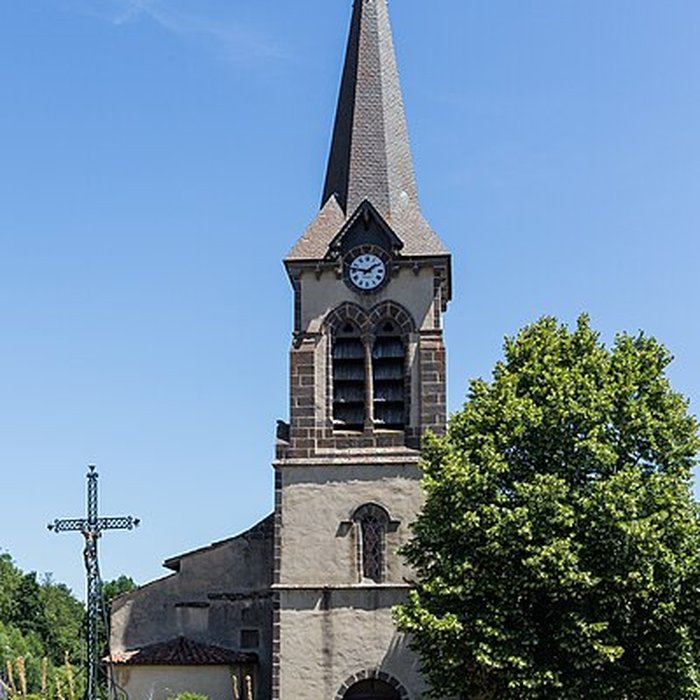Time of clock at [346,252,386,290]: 1:46
